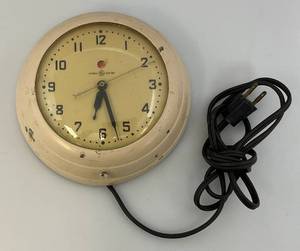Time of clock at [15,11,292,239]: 6:27
